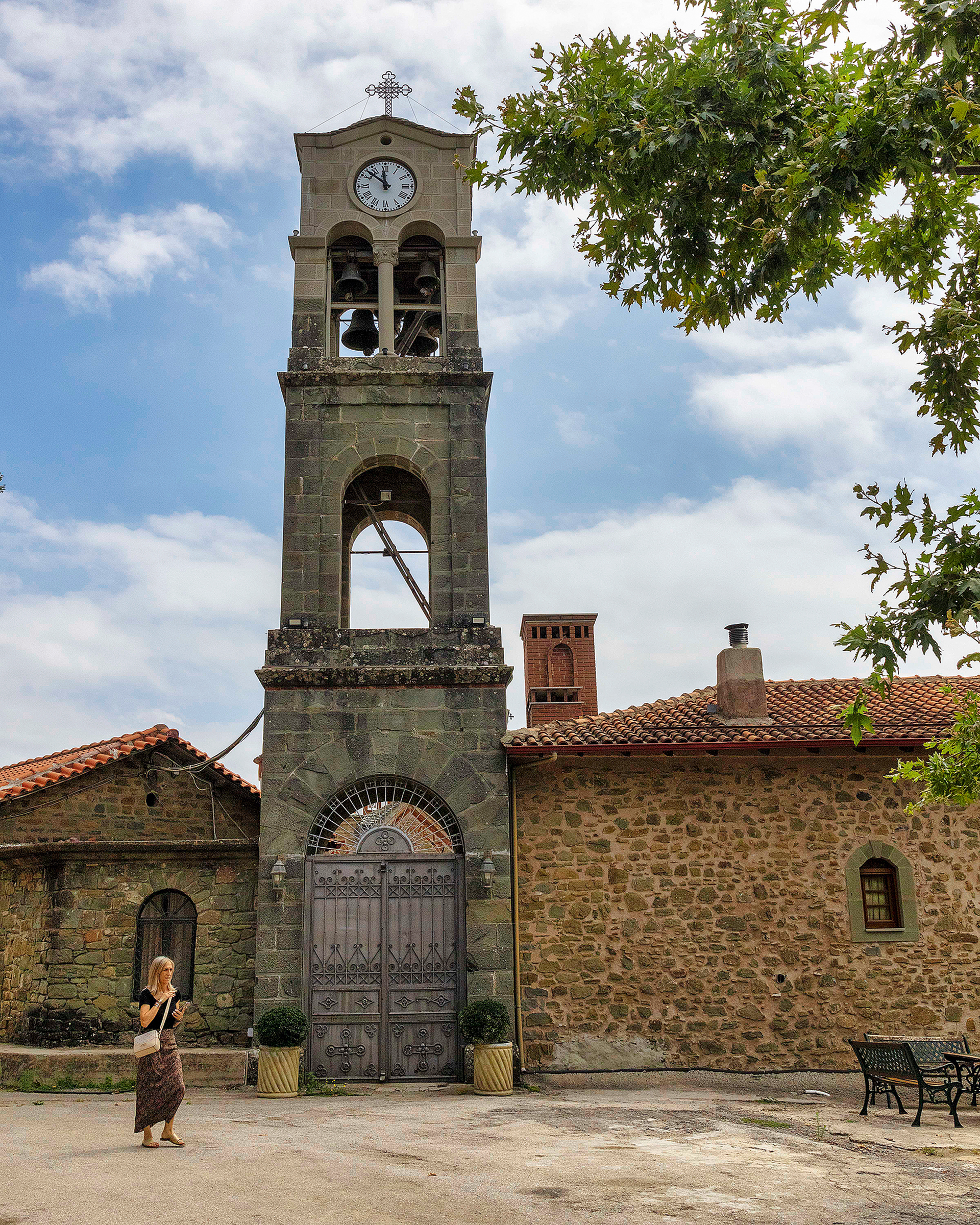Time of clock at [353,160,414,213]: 11:51
